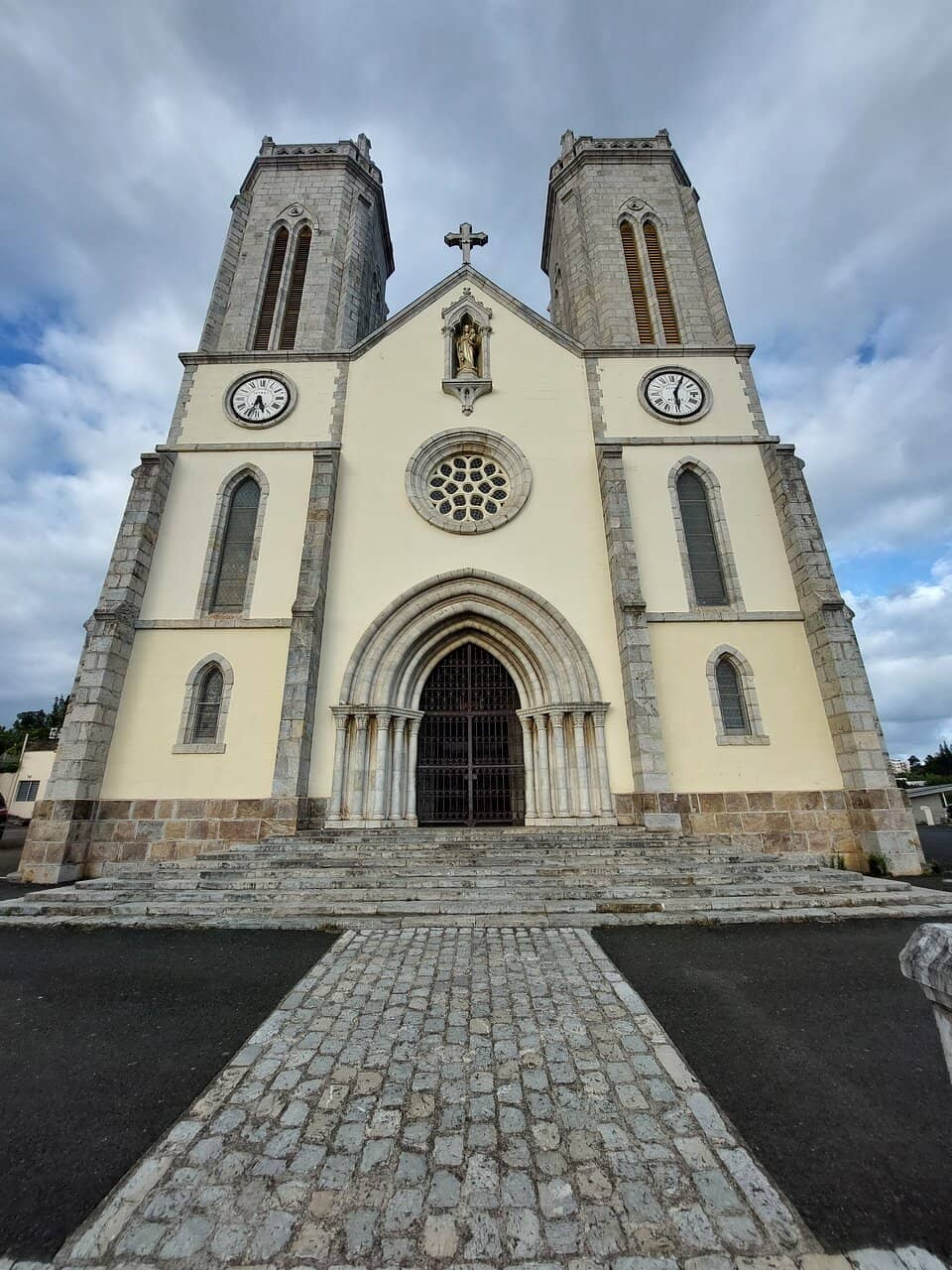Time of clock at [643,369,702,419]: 6:04
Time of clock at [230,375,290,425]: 5:33
